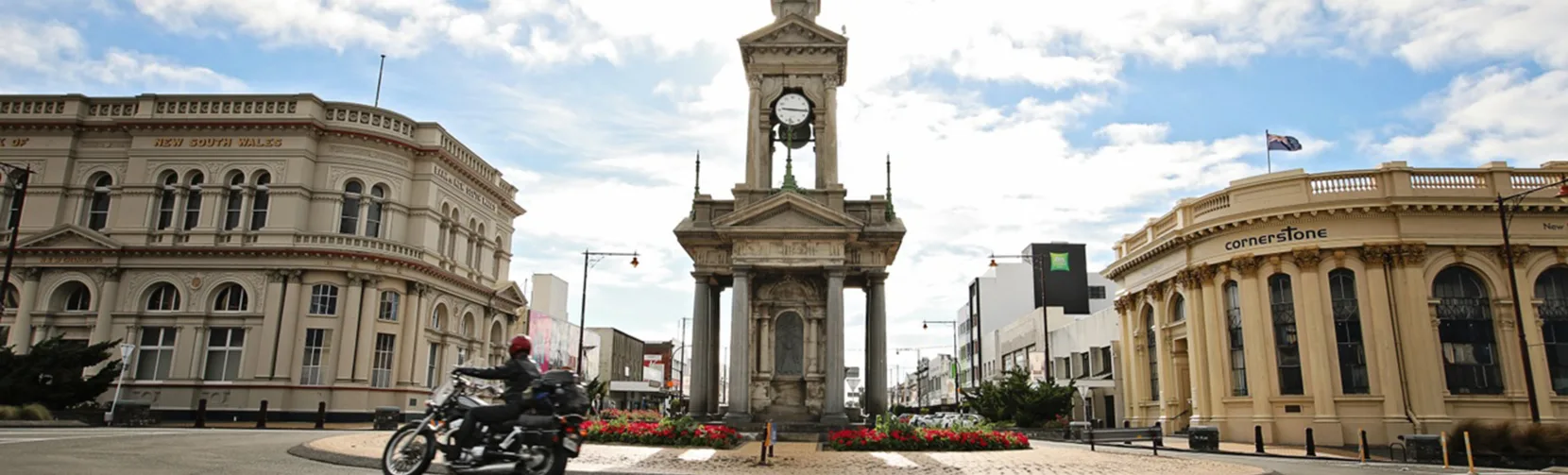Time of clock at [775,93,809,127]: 9:16
